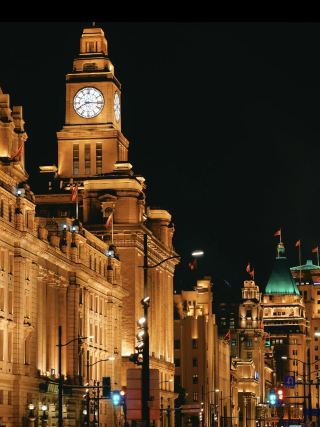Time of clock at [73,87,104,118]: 8:15
